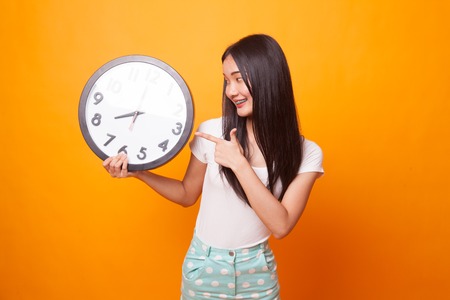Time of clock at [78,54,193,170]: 7:59
